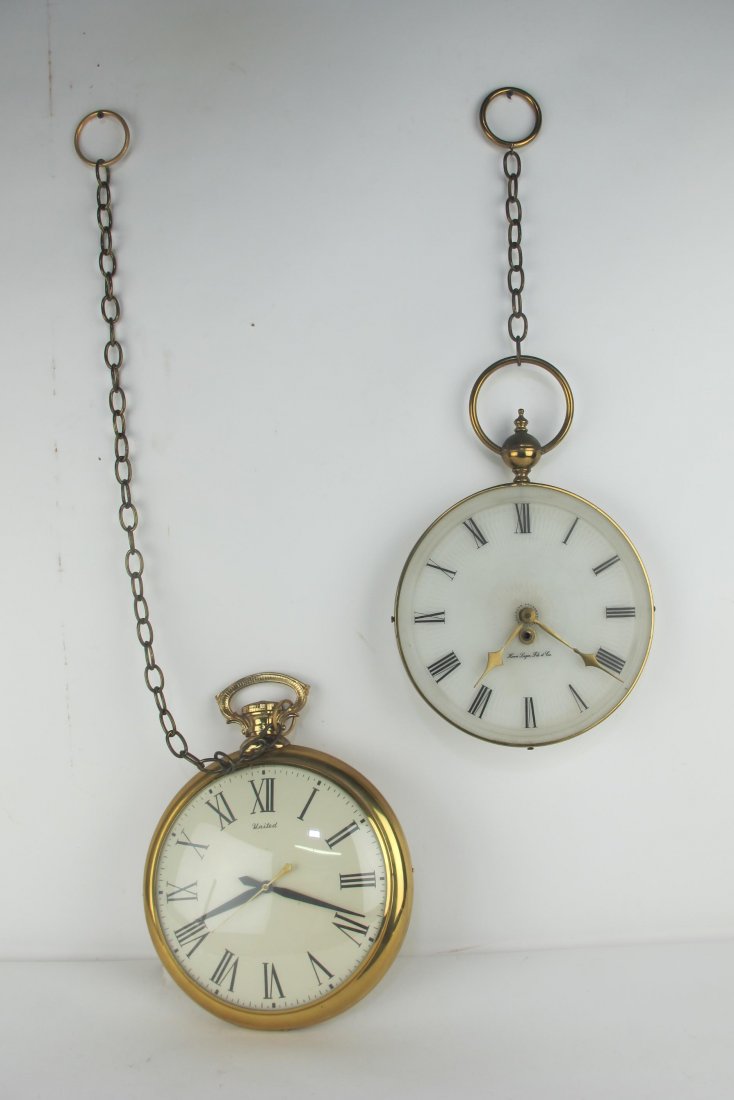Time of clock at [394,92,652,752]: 7:20
